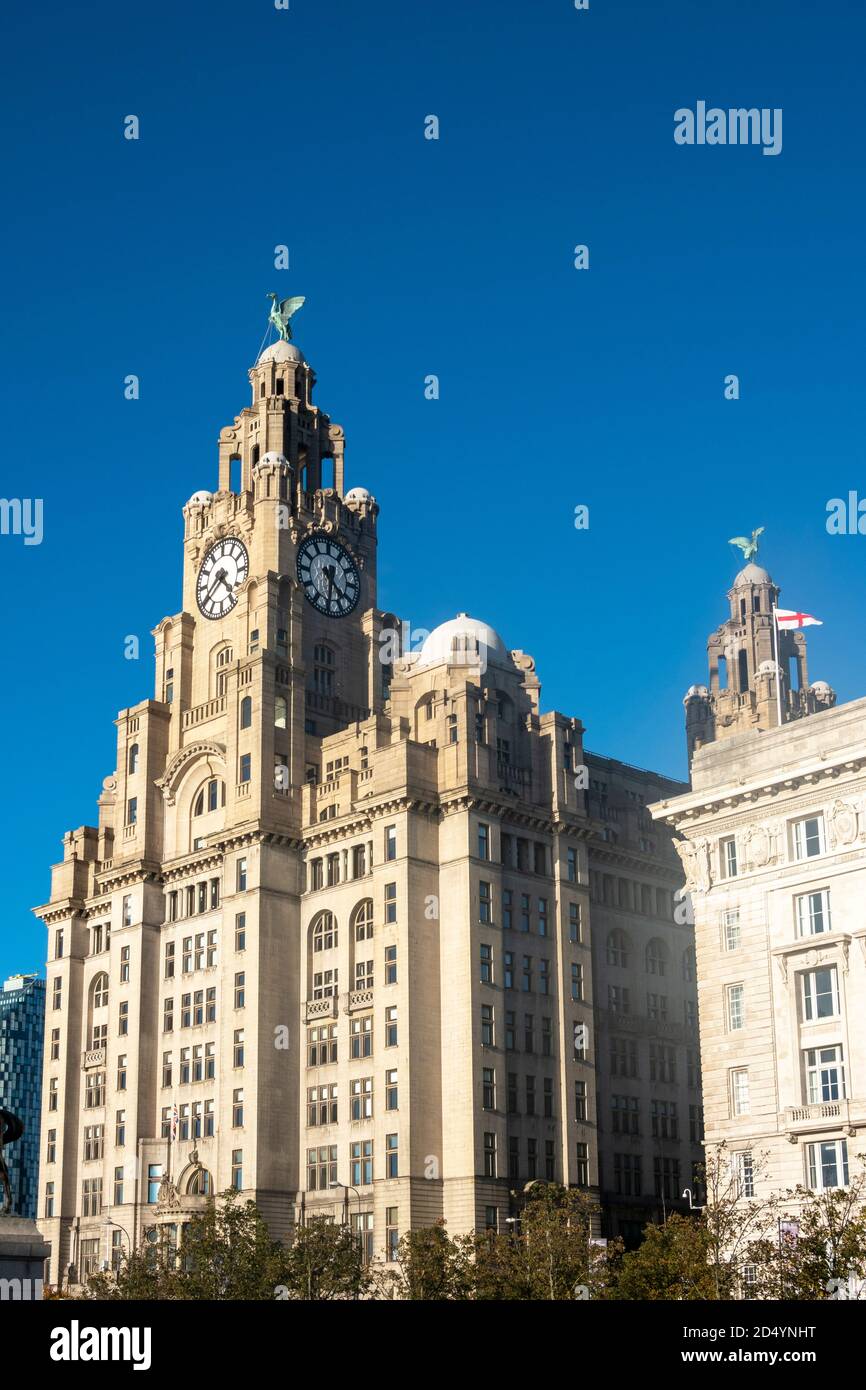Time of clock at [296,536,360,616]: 4:31
